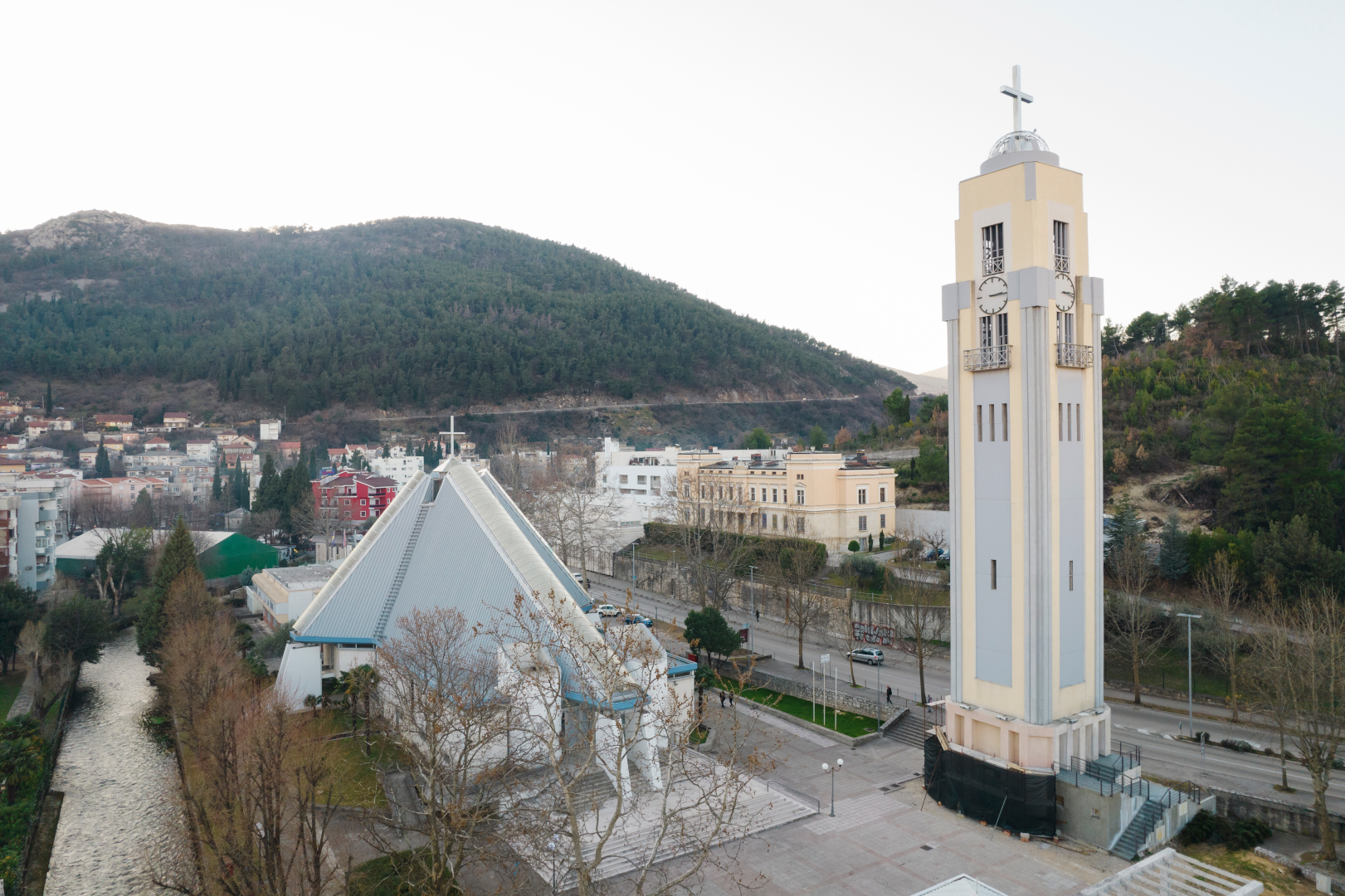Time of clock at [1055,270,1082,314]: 3:14
